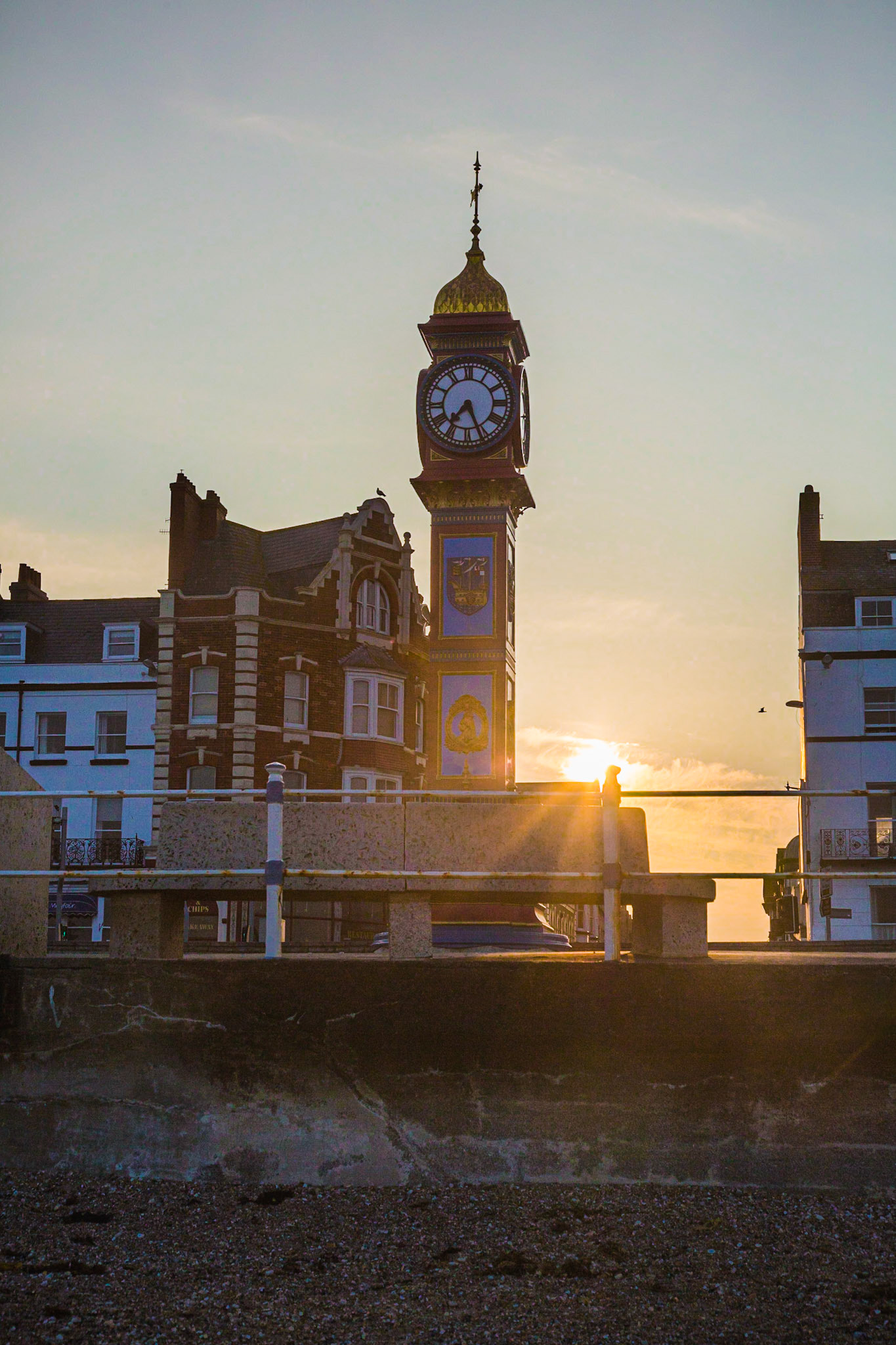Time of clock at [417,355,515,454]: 7:26
